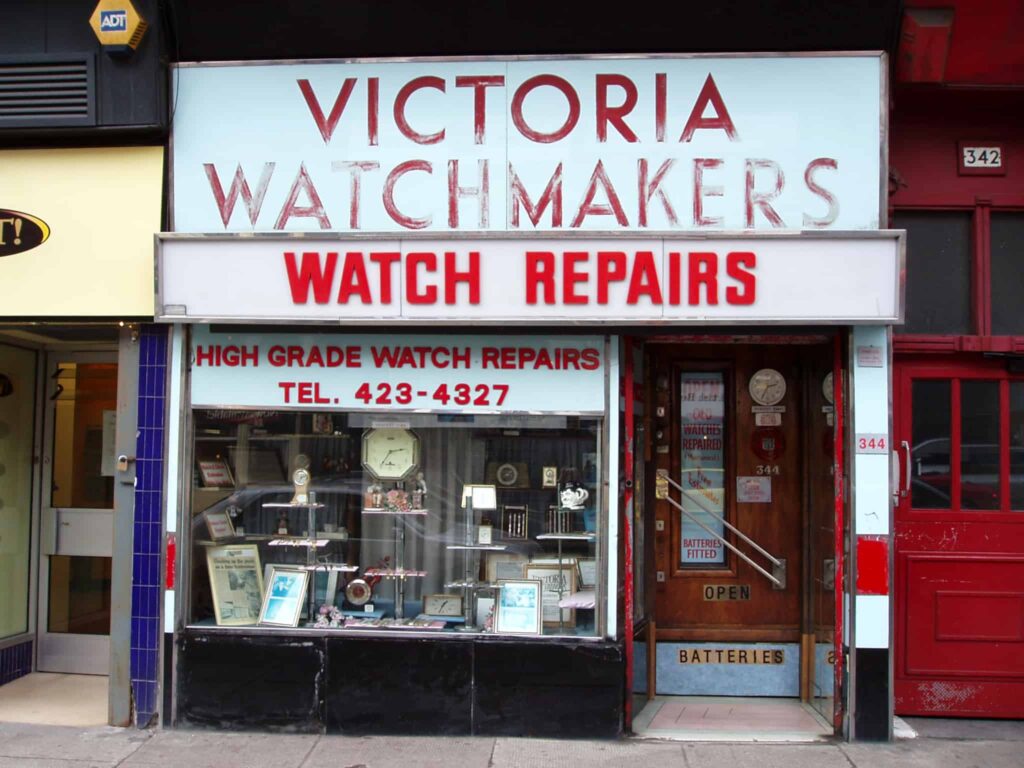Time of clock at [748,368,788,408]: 2:34
